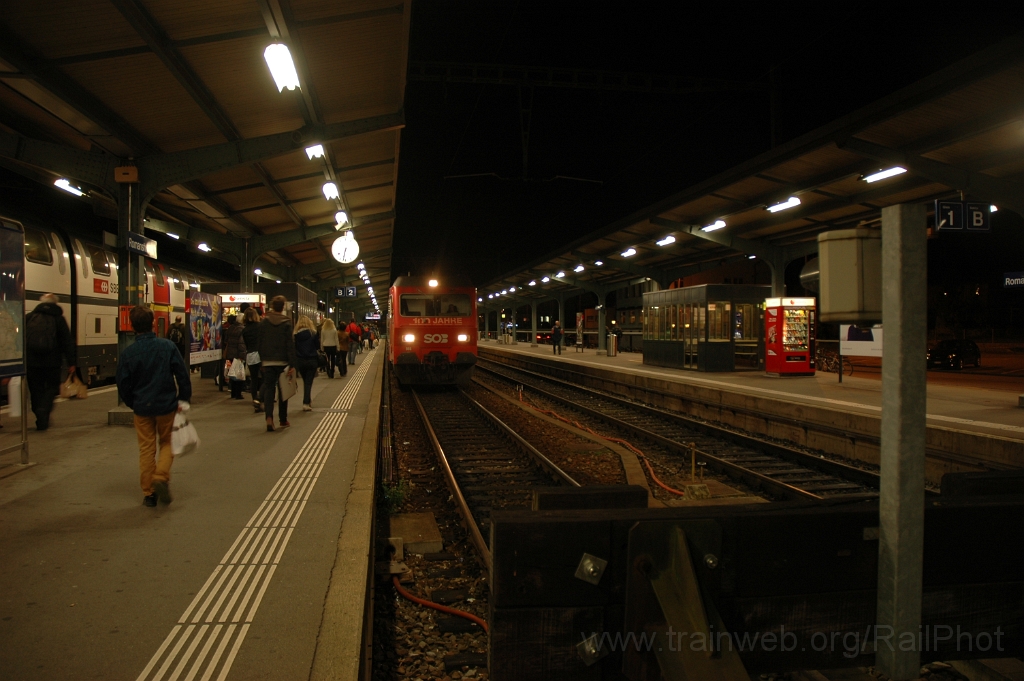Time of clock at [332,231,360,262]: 6:32
